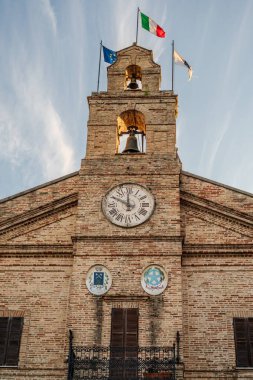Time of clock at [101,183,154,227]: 11:49
